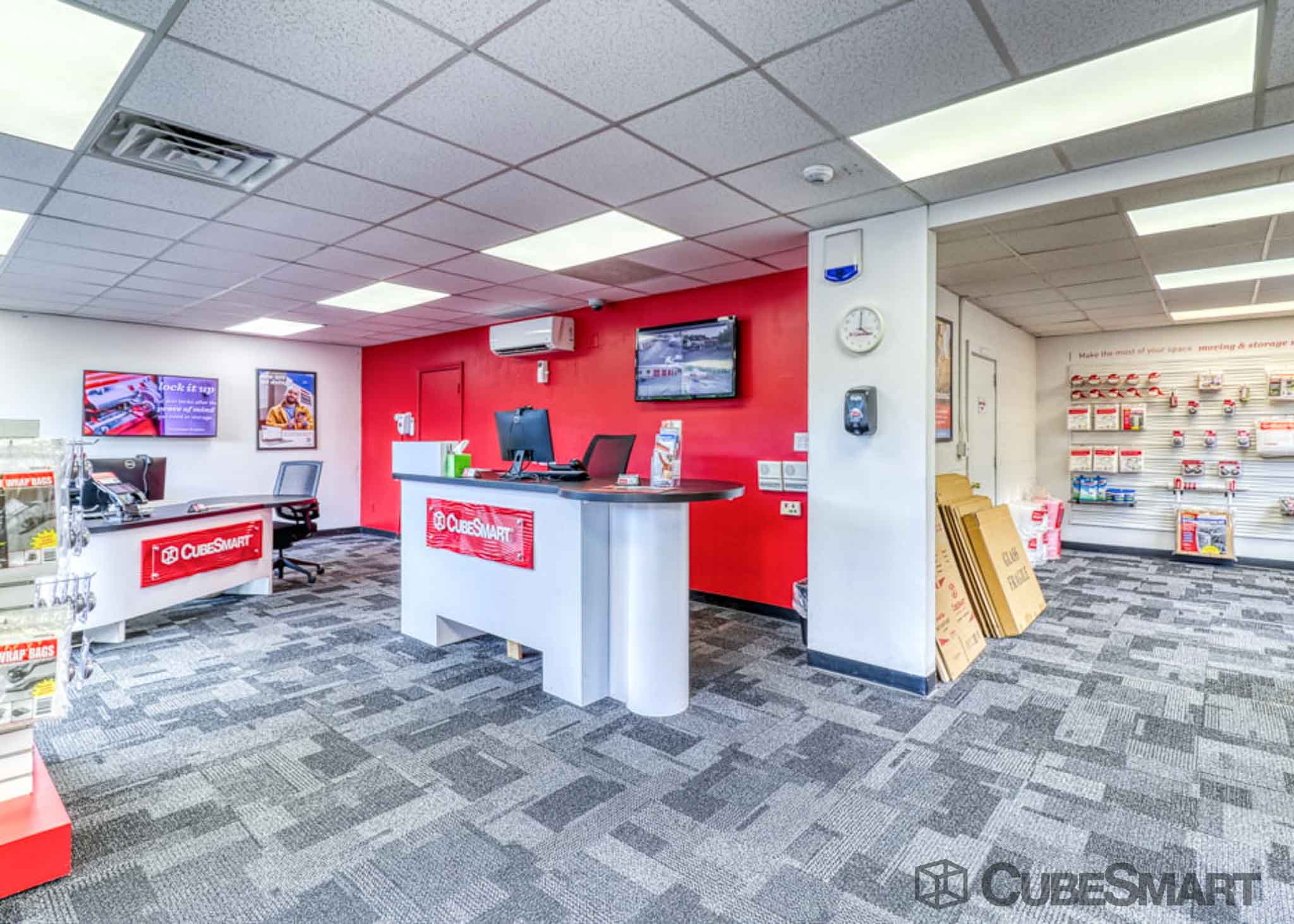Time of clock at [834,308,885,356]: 4:00
